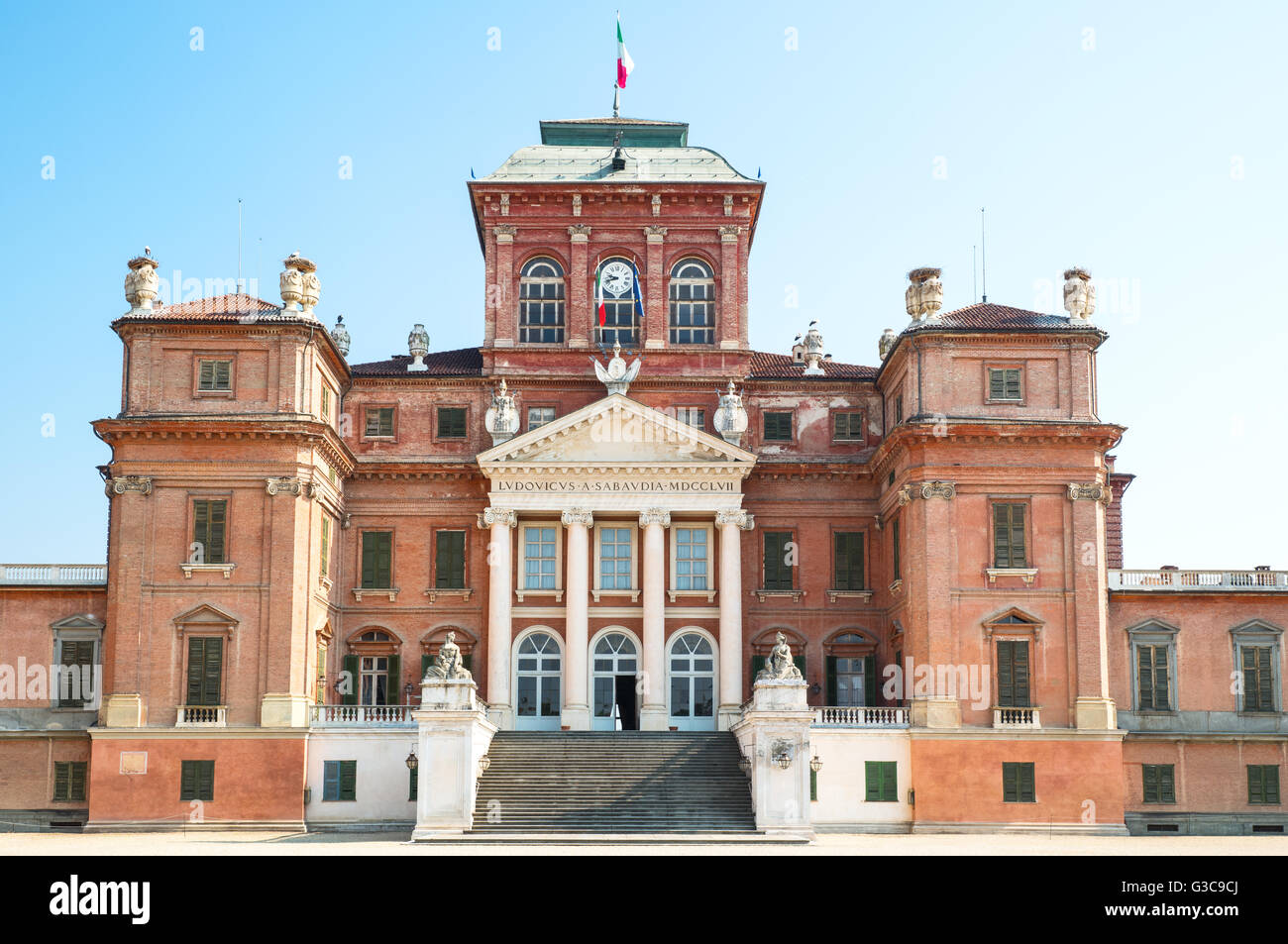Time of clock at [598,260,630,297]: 9:42
